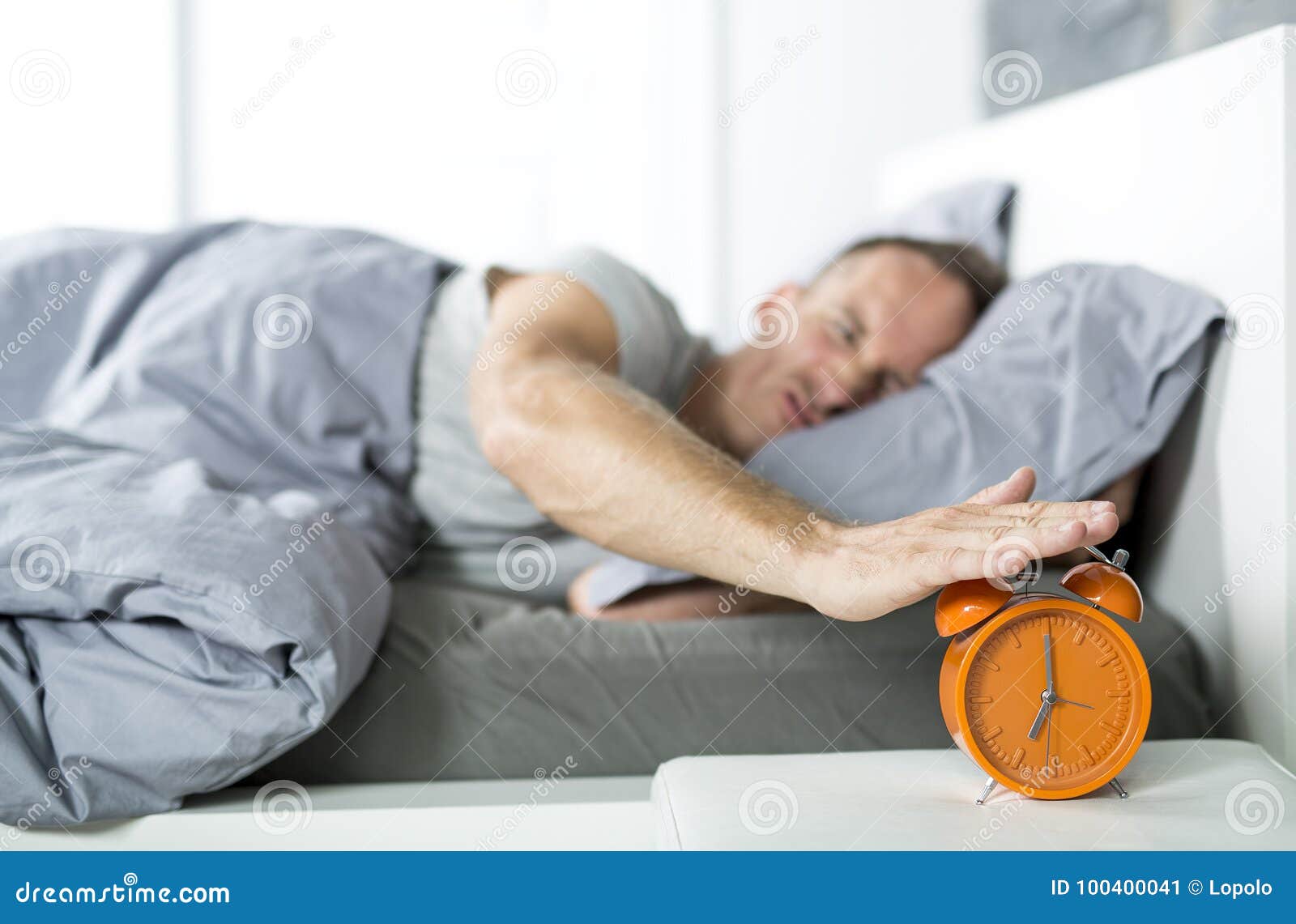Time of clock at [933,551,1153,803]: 7:00
